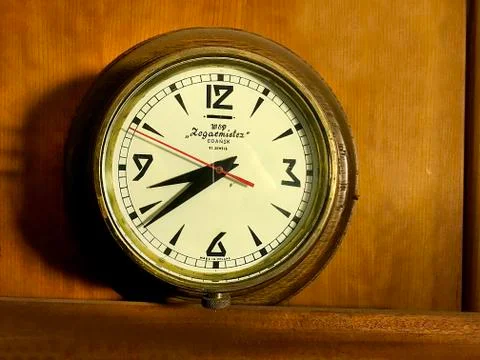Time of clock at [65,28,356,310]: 8:38
